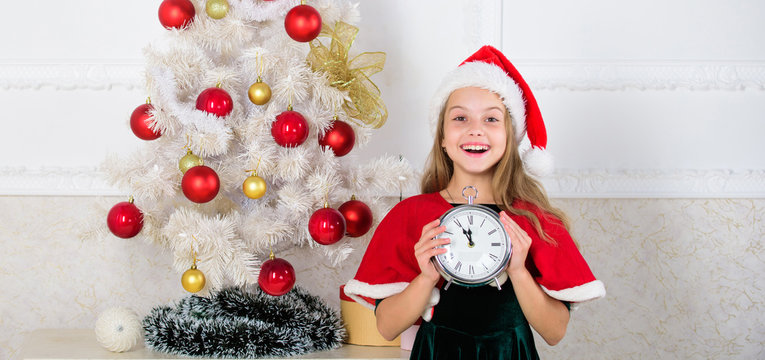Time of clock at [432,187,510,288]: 11:55
